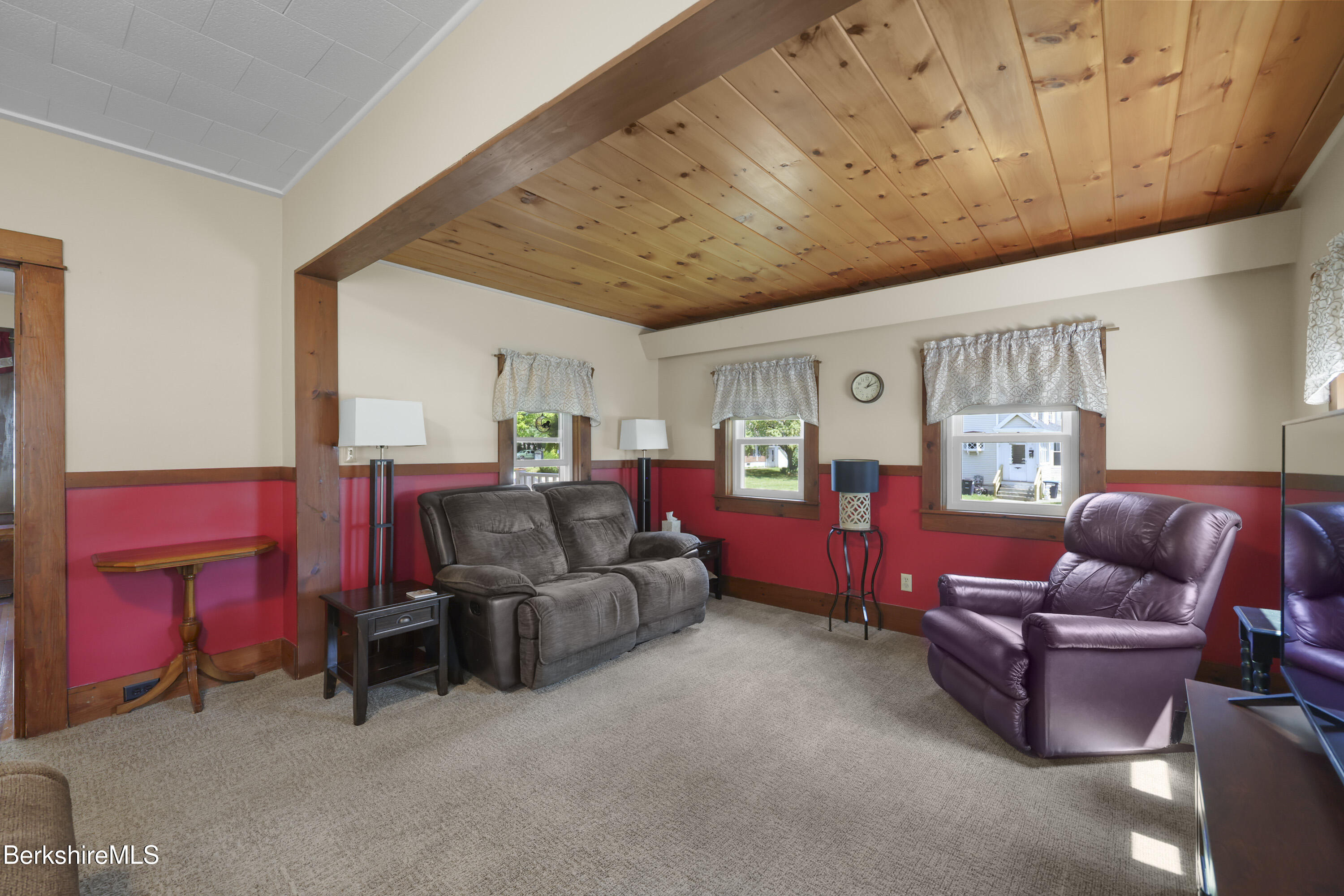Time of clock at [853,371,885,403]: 1:10
